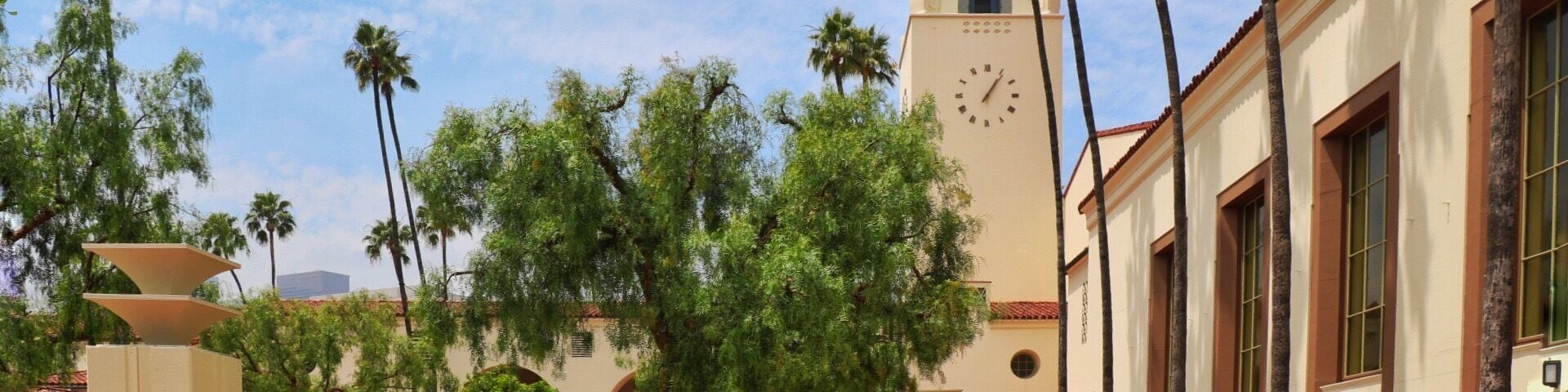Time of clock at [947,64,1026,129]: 1:06
